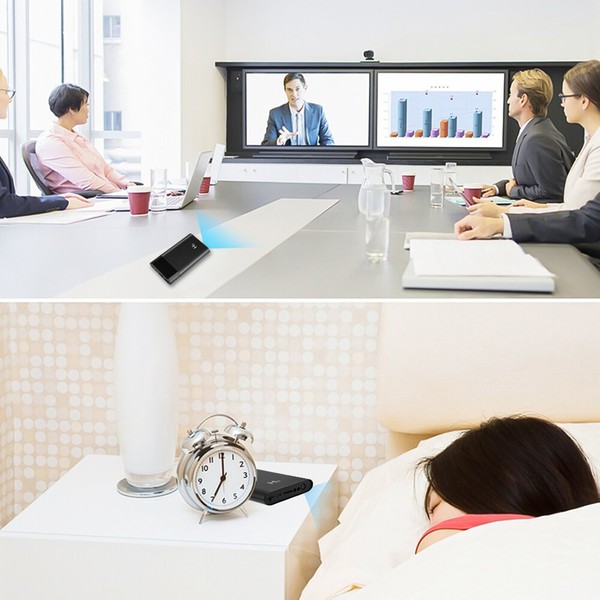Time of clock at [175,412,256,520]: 7:00
